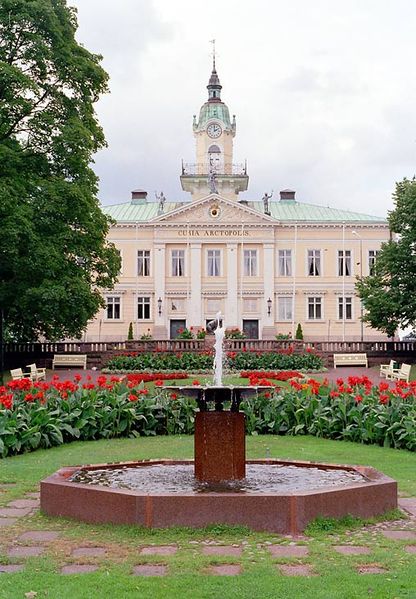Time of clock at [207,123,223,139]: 2:00
